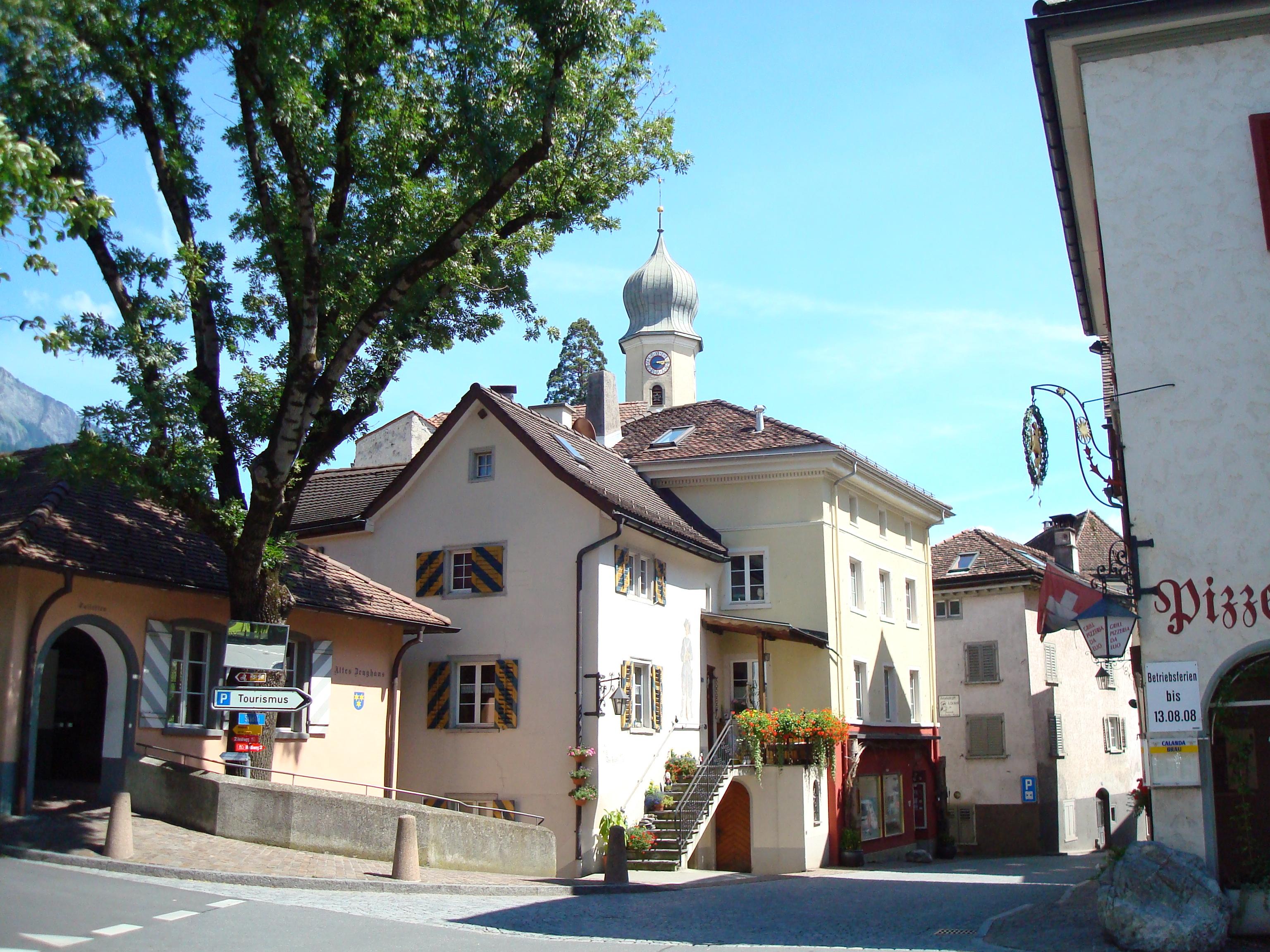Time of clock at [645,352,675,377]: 3:13
